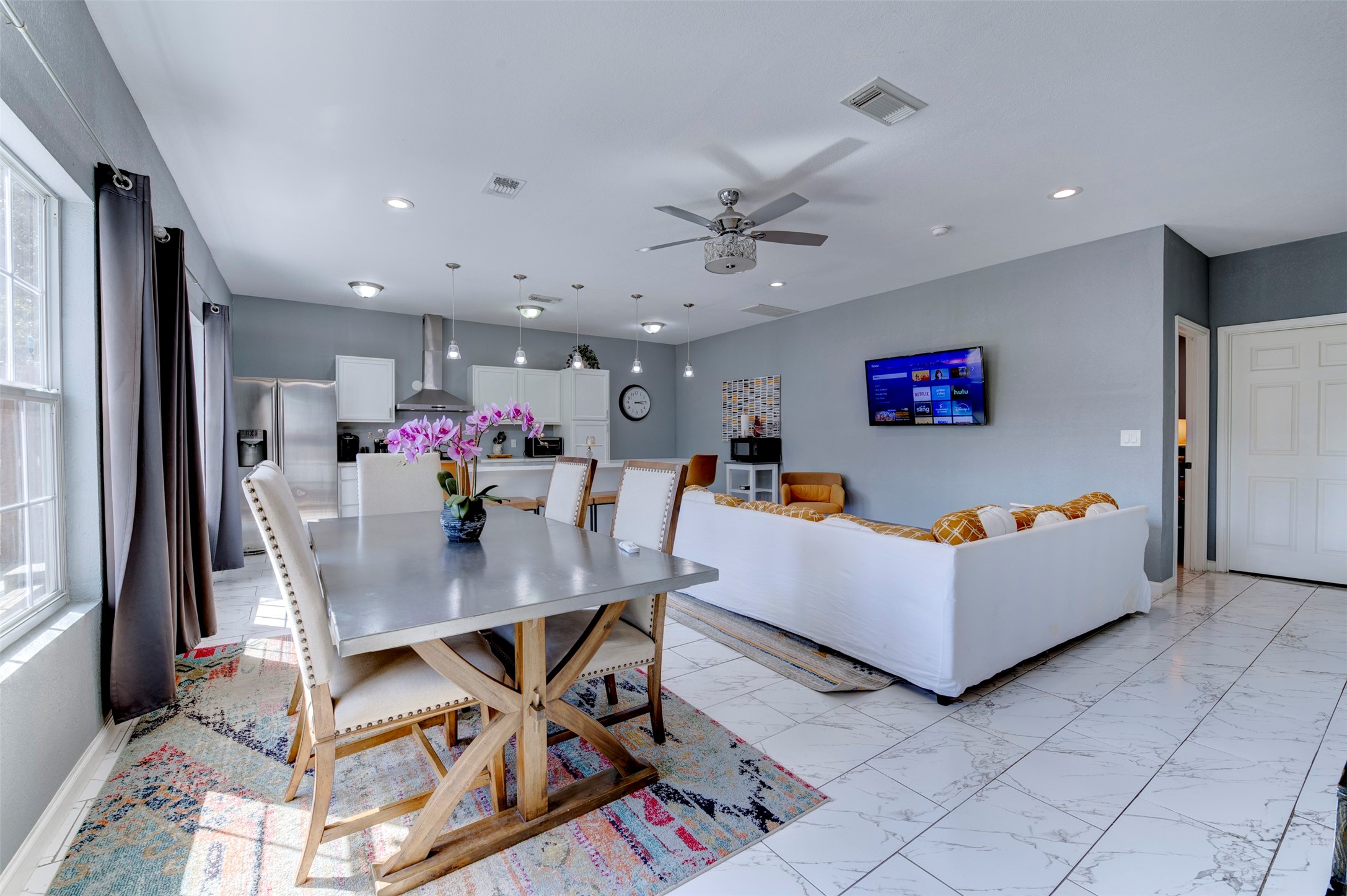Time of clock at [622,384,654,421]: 3:13
